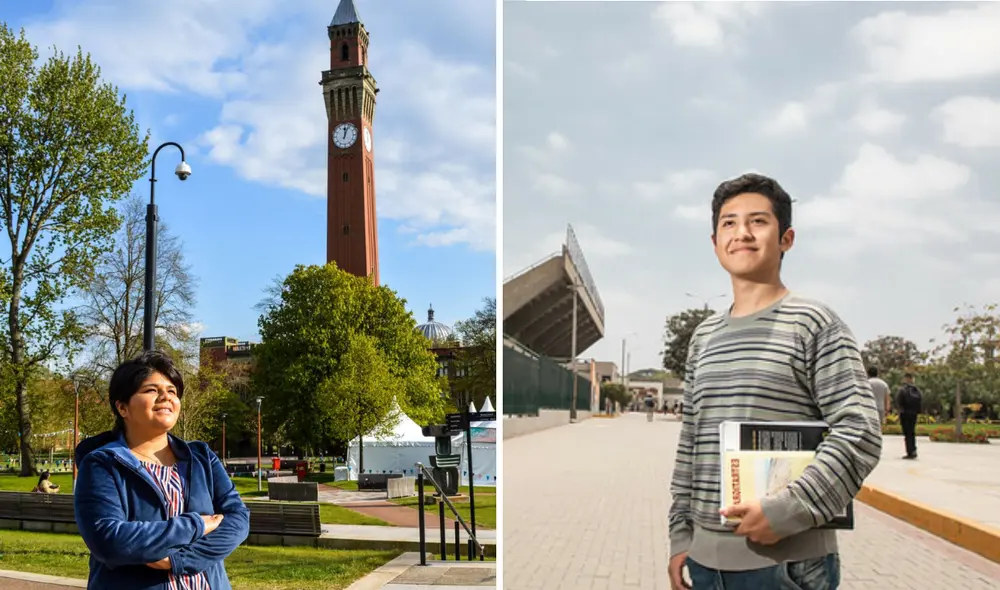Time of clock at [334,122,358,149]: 12:03
